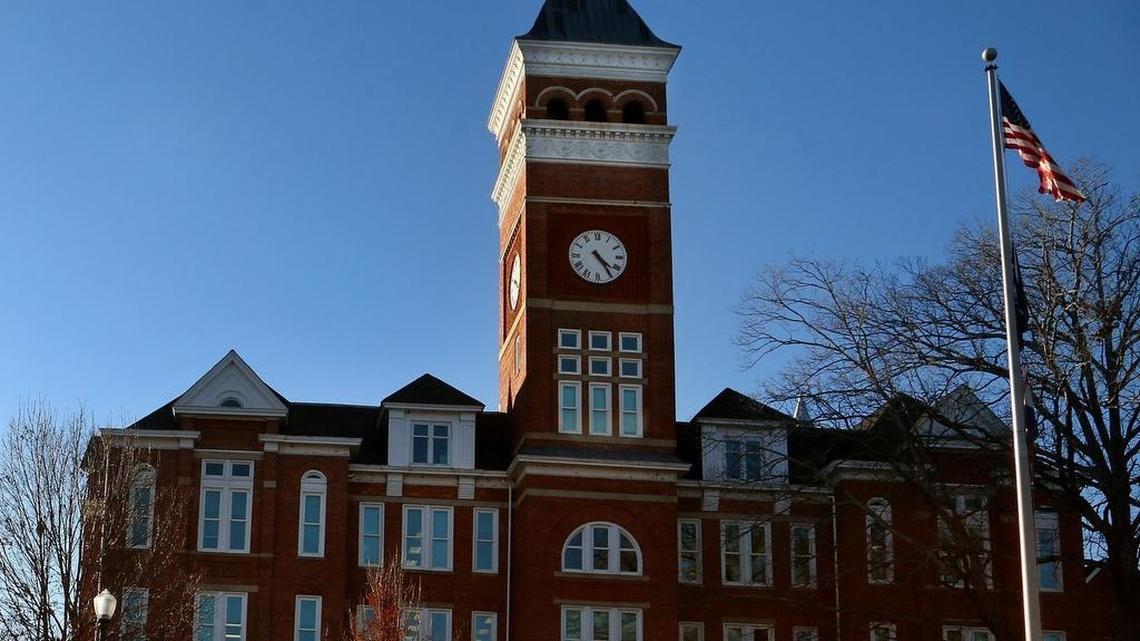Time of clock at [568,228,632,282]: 4:24
